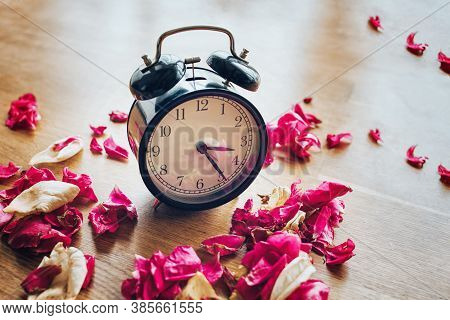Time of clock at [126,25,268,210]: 3:24
